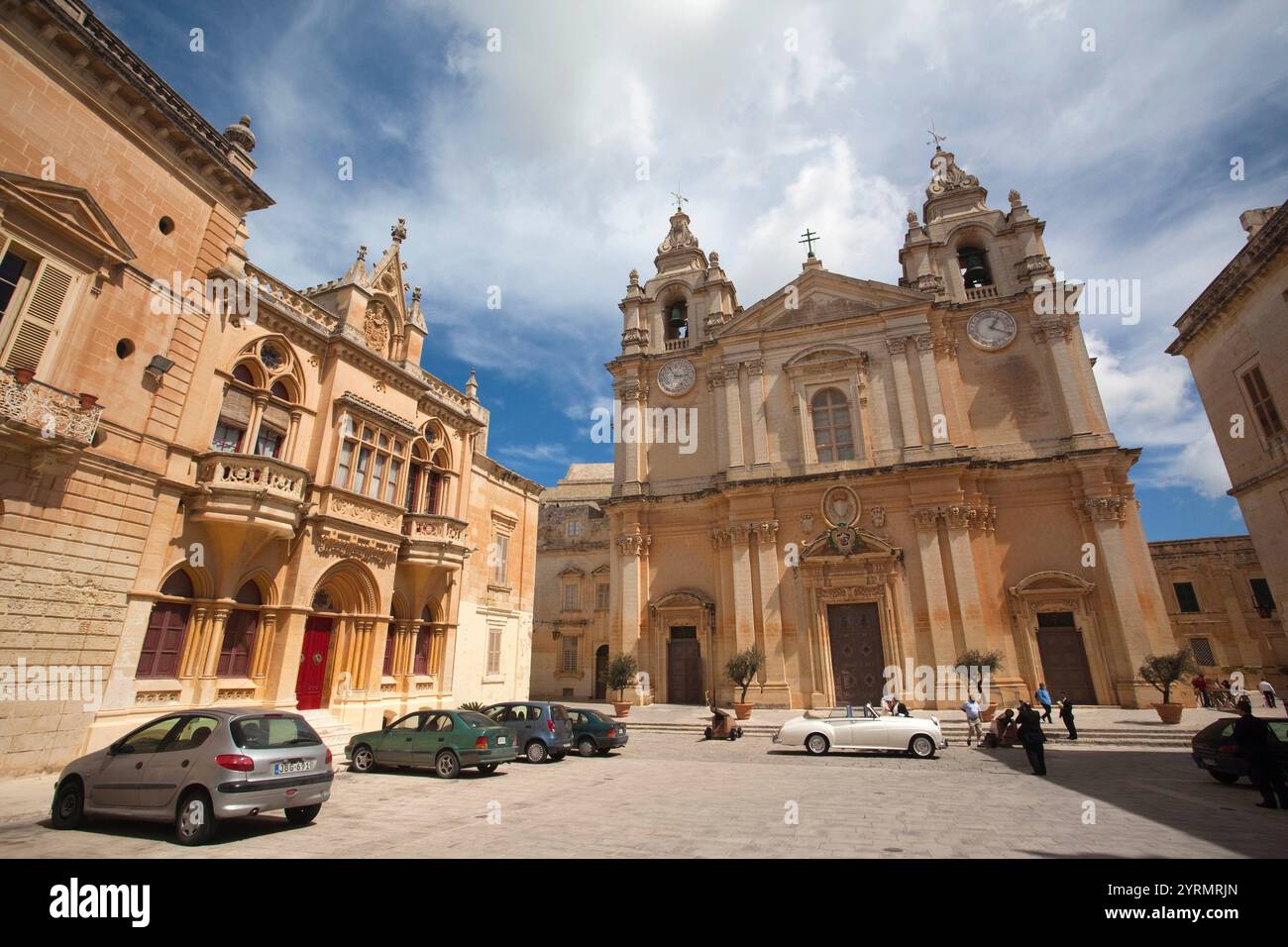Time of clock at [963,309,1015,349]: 1:18
